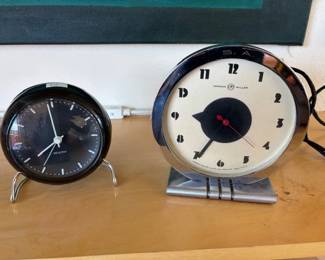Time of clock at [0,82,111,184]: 7:59
